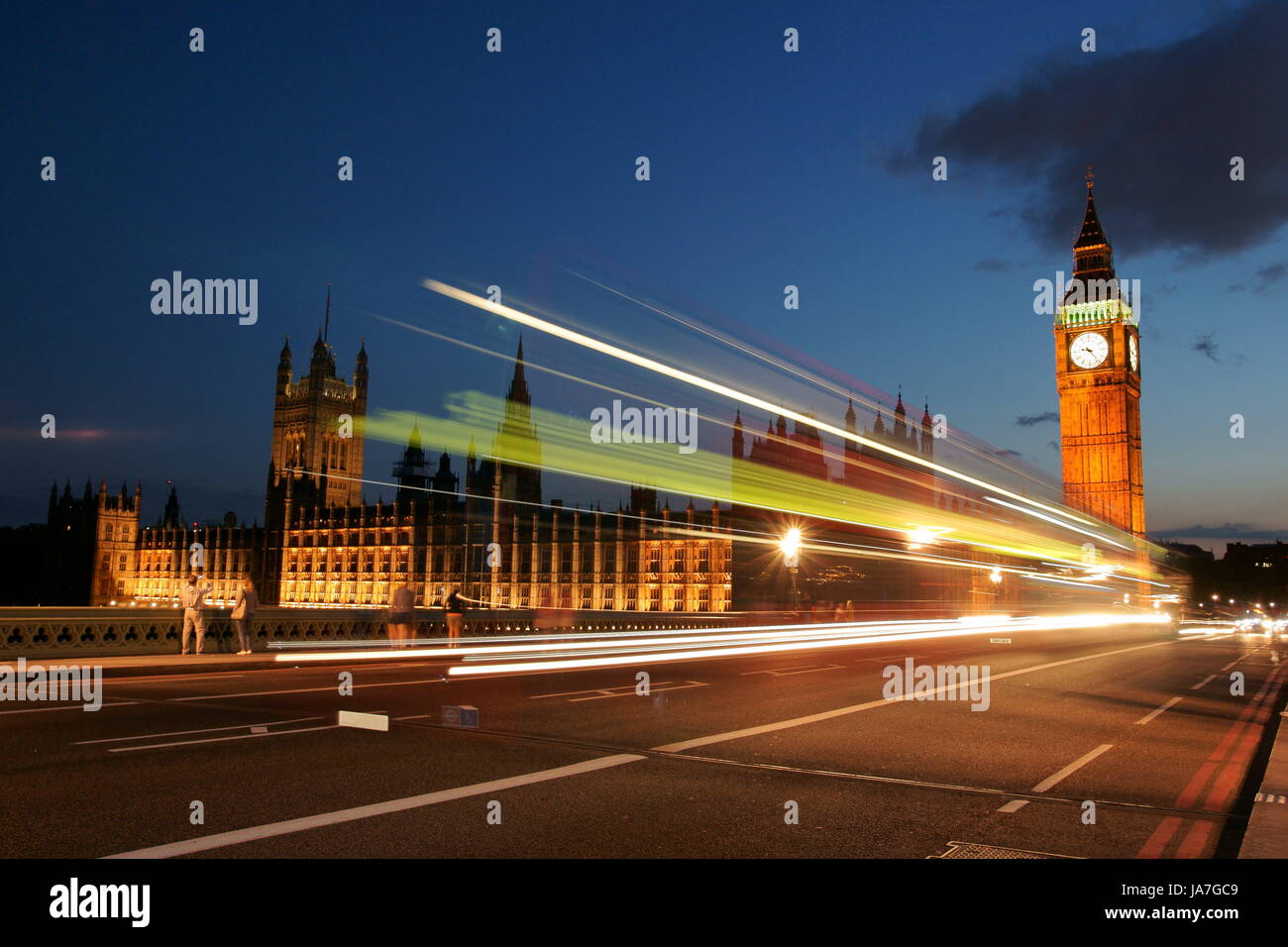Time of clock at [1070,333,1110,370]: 9:23
